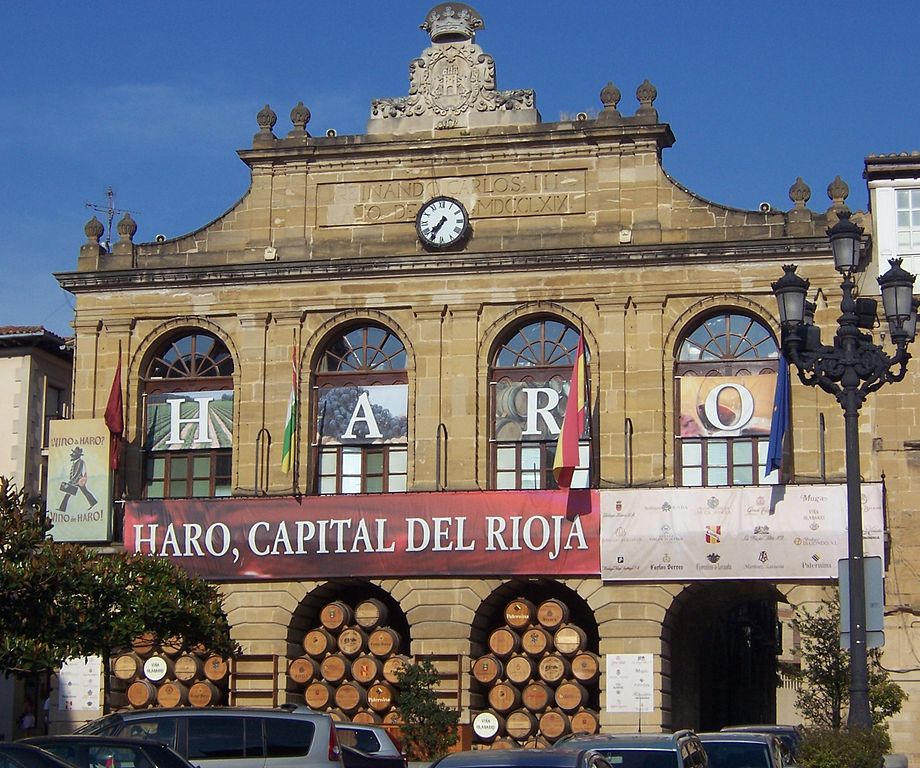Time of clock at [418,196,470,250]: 7:35
